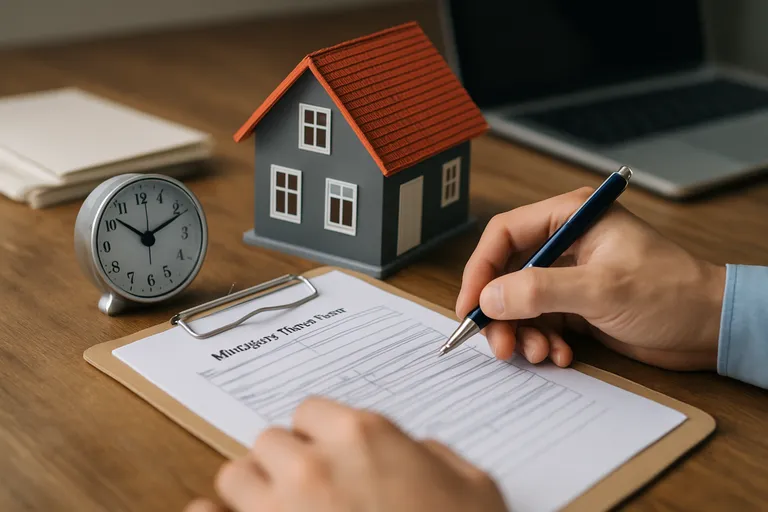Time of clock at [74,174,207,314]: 10:11
